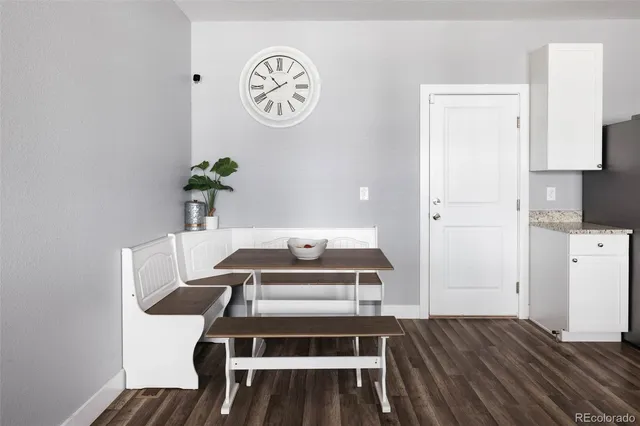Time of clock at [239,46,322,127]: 10:40
